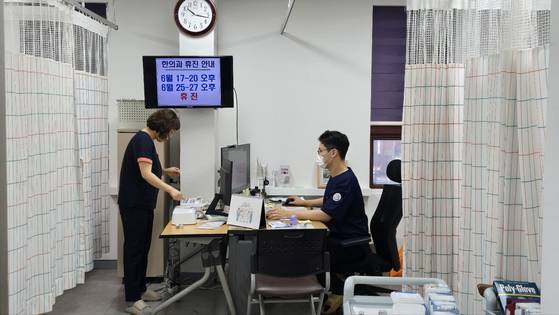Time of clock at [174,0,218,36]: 10:16
